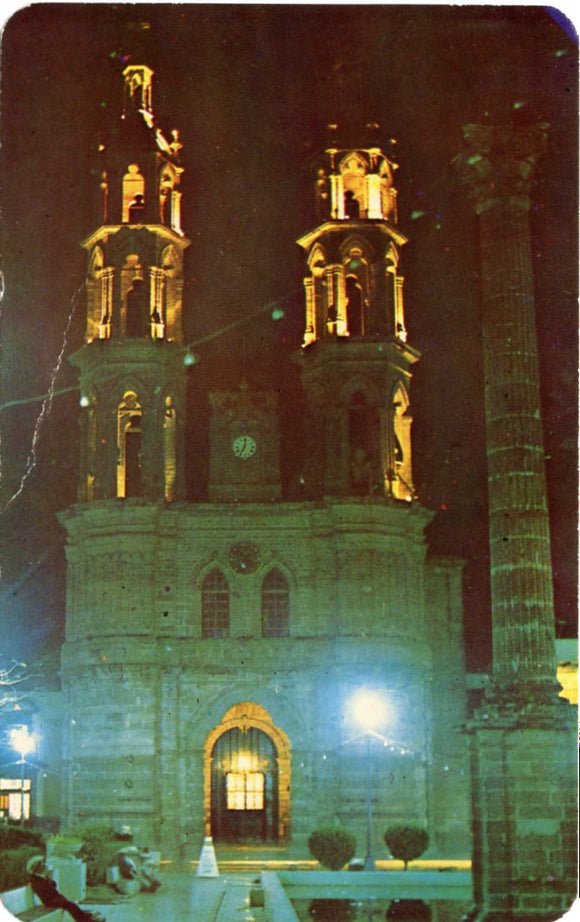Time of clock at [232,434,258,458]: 7:01
